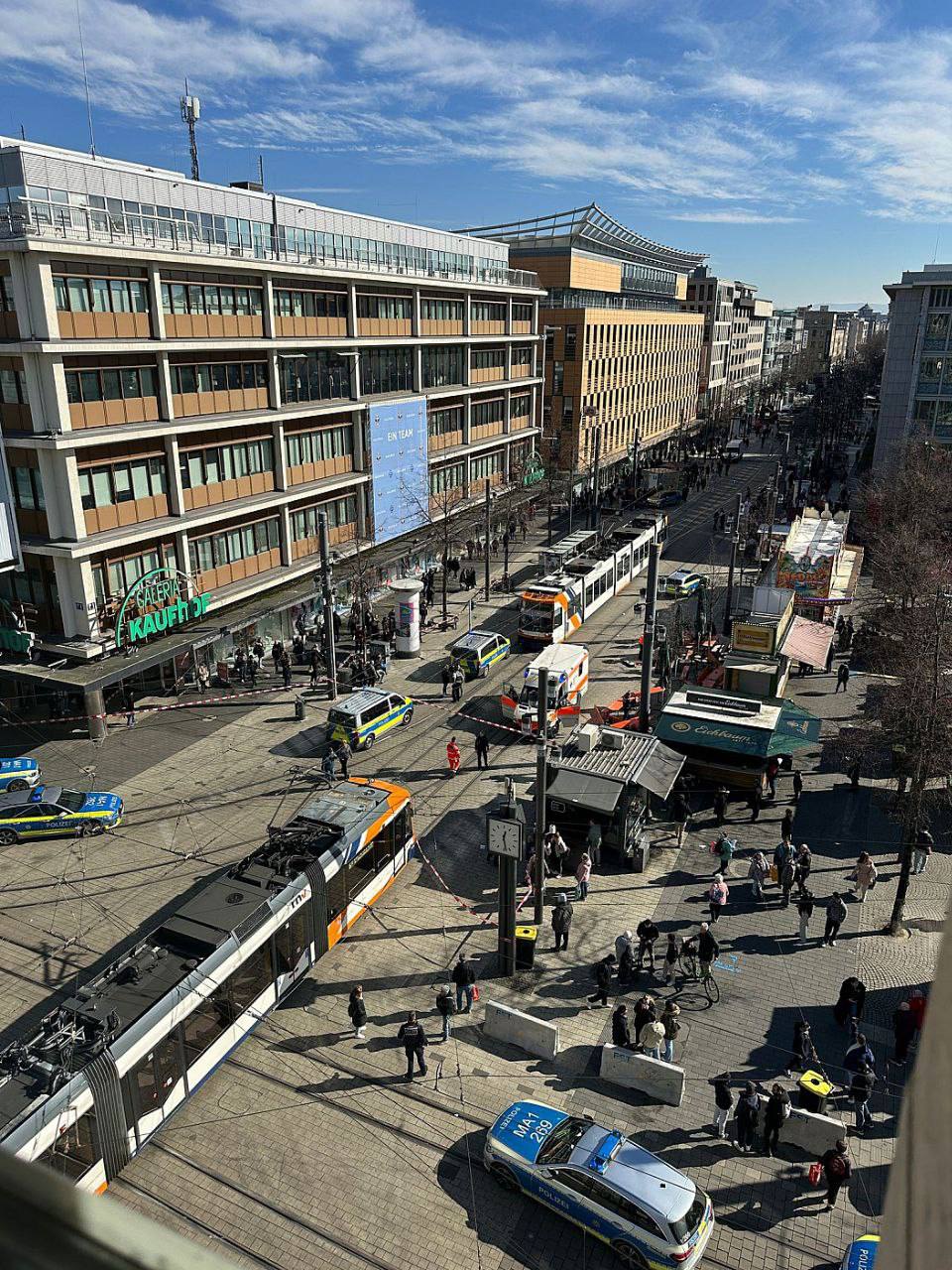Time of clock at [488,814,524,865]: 12:27
